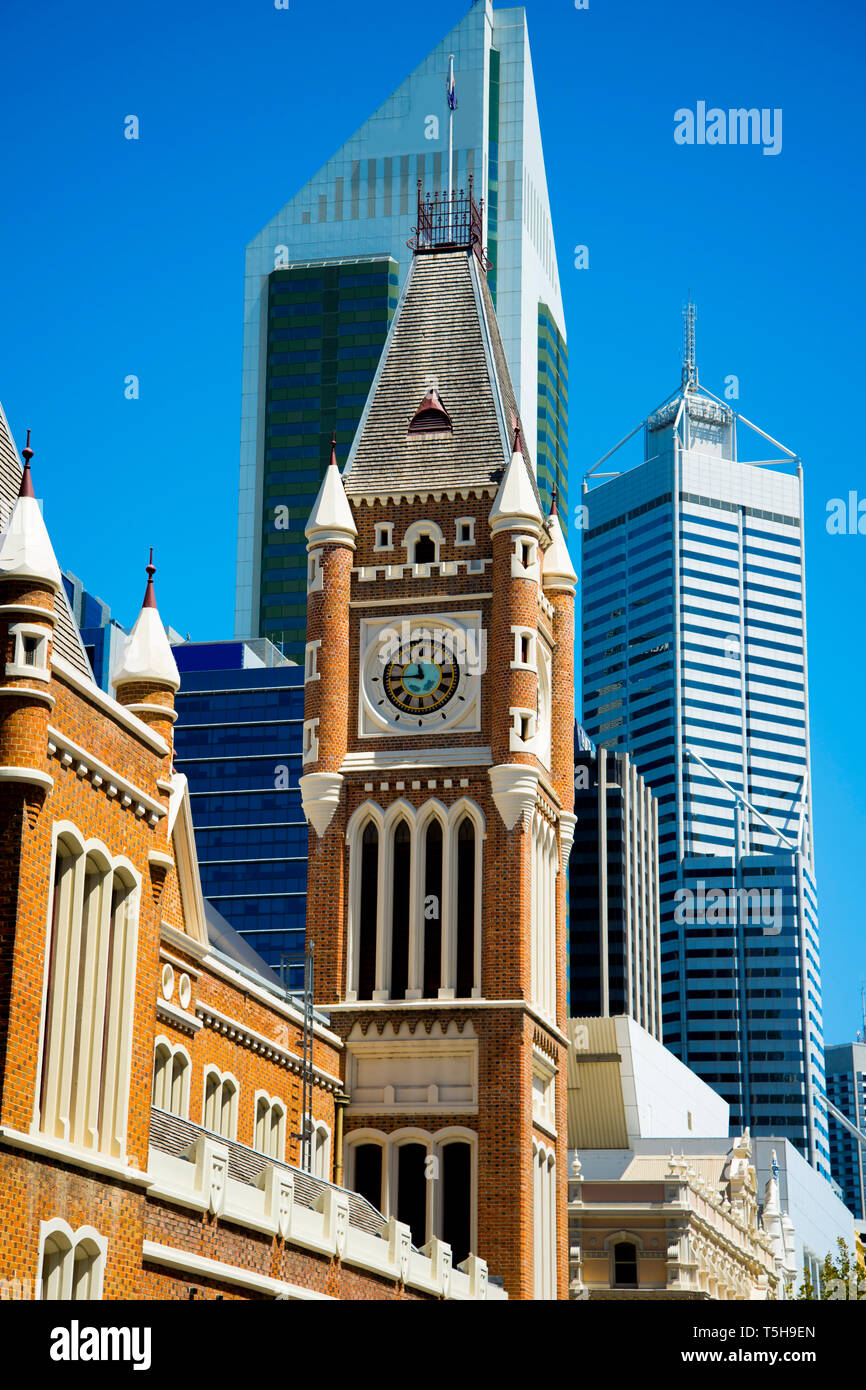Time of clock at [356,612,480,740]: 11:45
